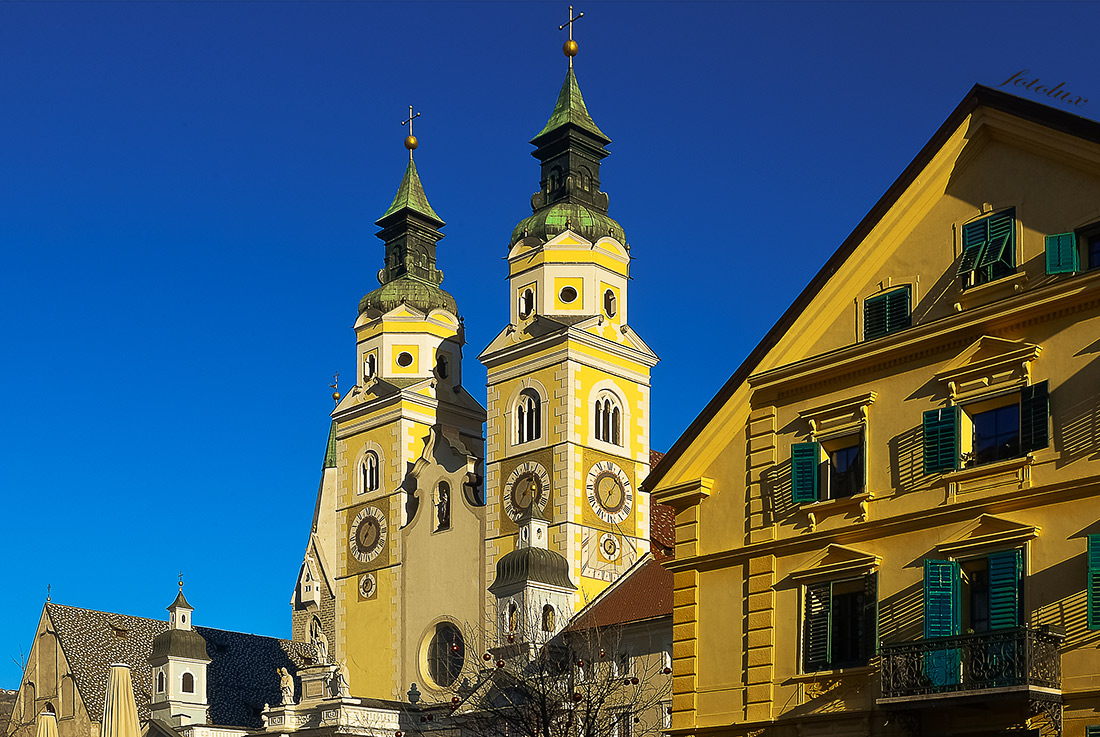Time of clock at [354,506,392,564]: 12:34
